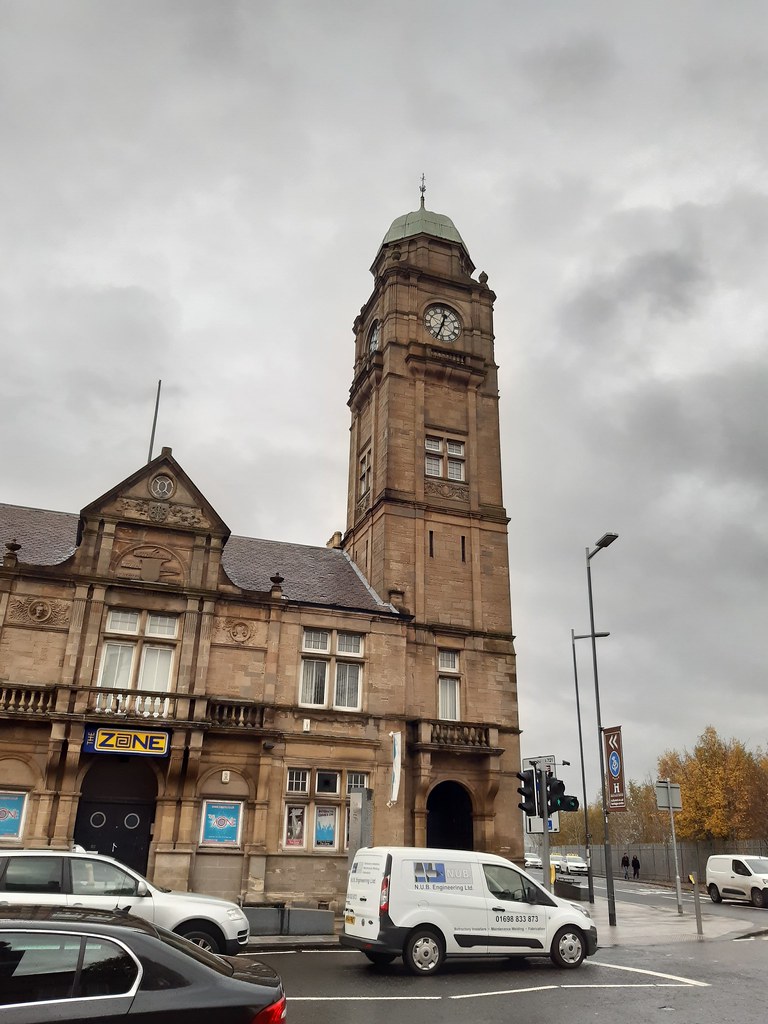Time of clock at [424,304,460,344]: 12:33
